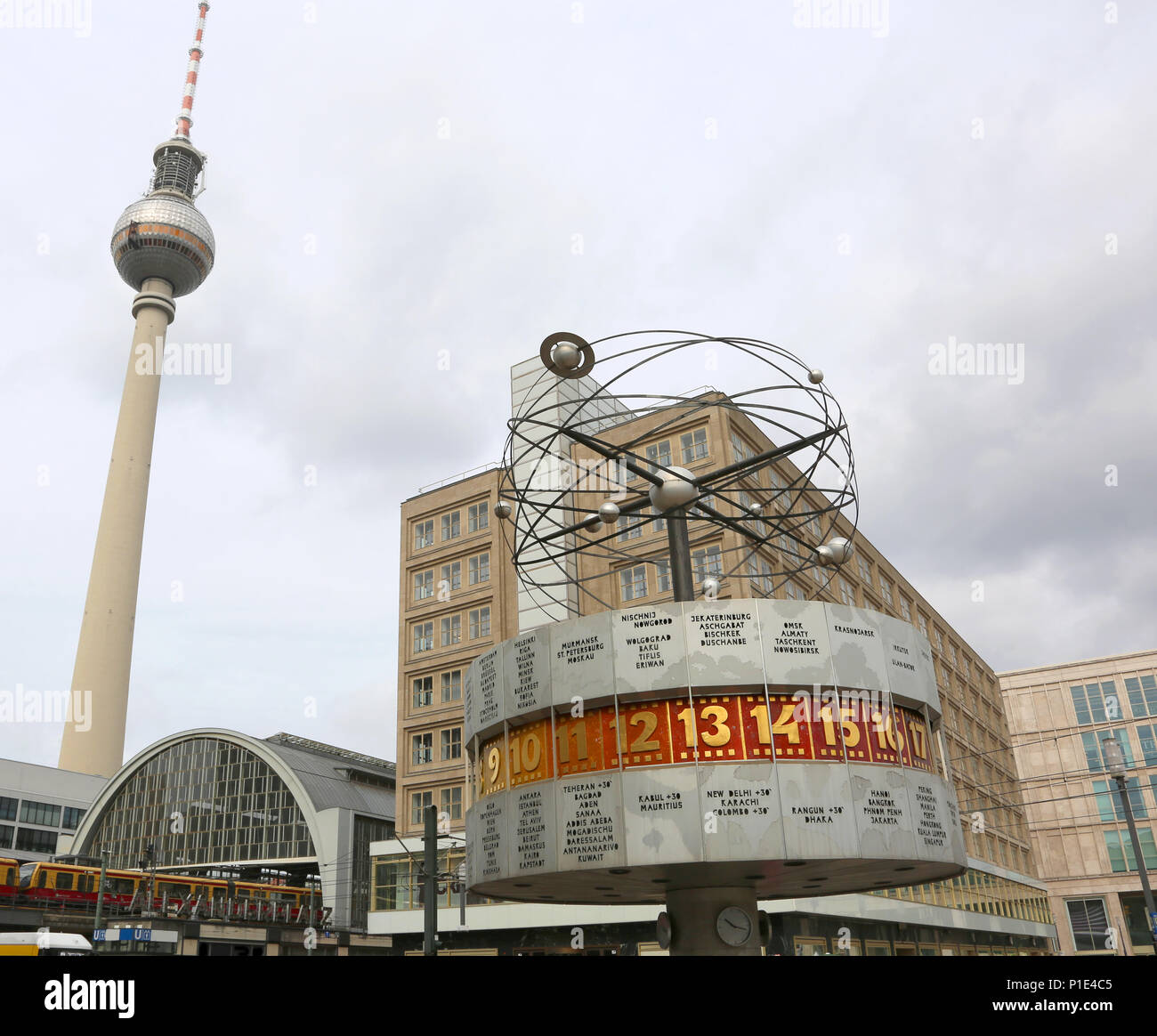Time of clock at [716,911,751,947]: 10:17
